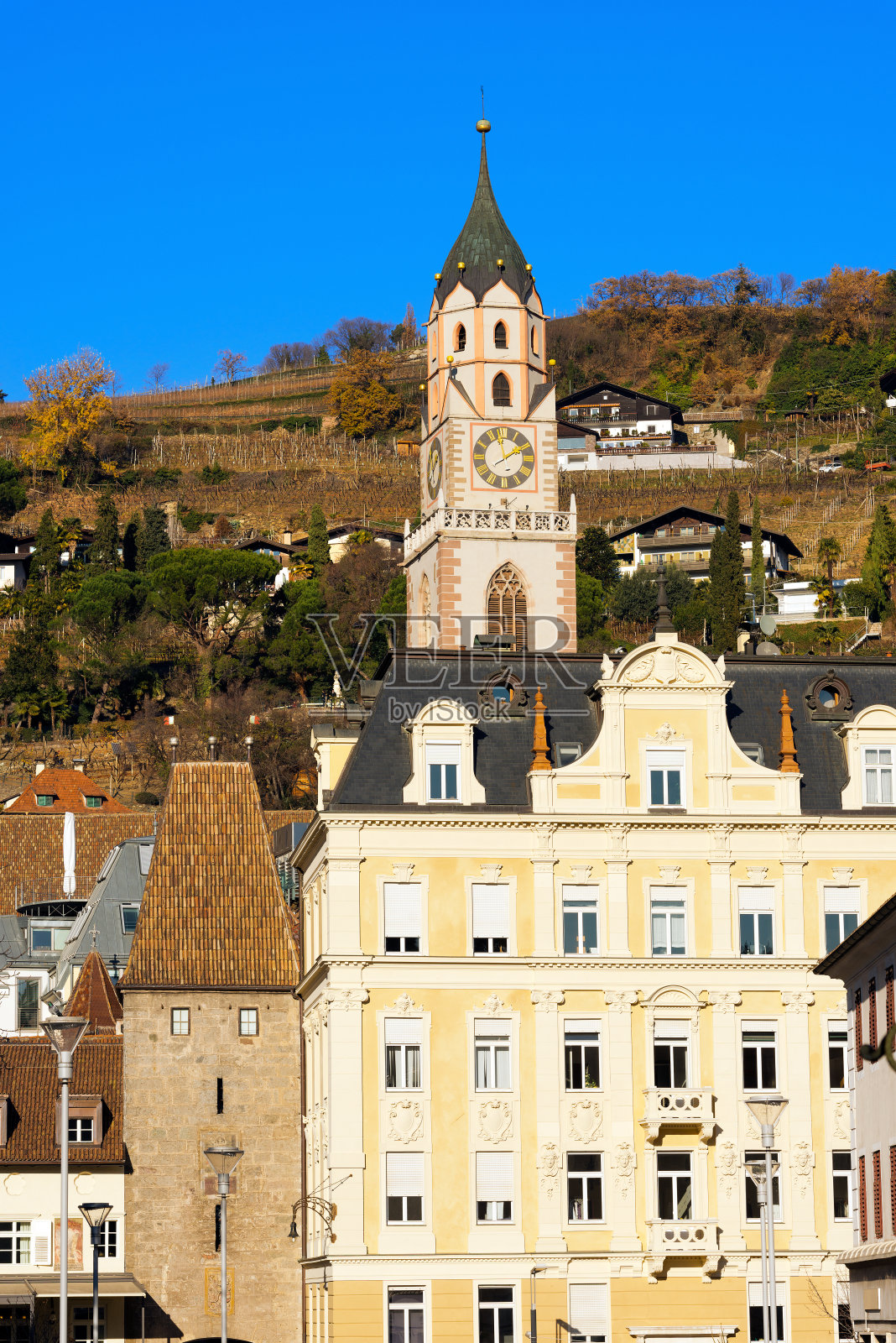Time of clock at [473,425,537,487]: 1:57
